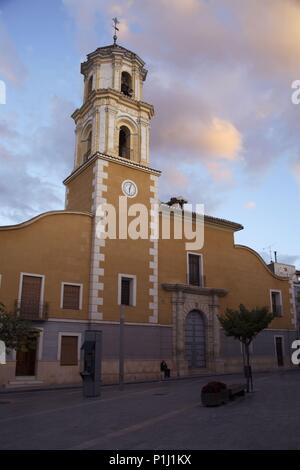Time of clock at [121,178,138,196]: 6:03
